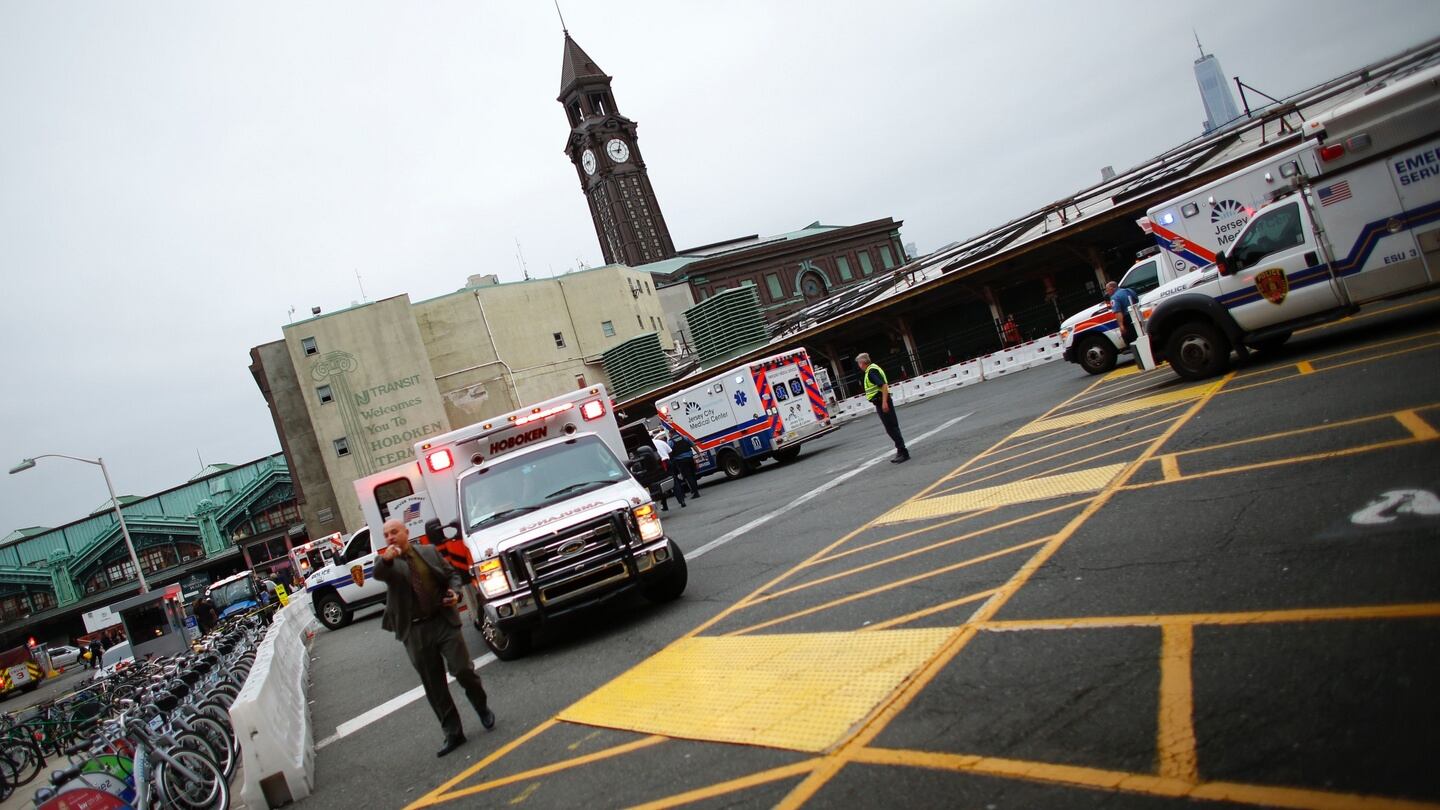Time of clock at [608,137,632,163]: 9:01
